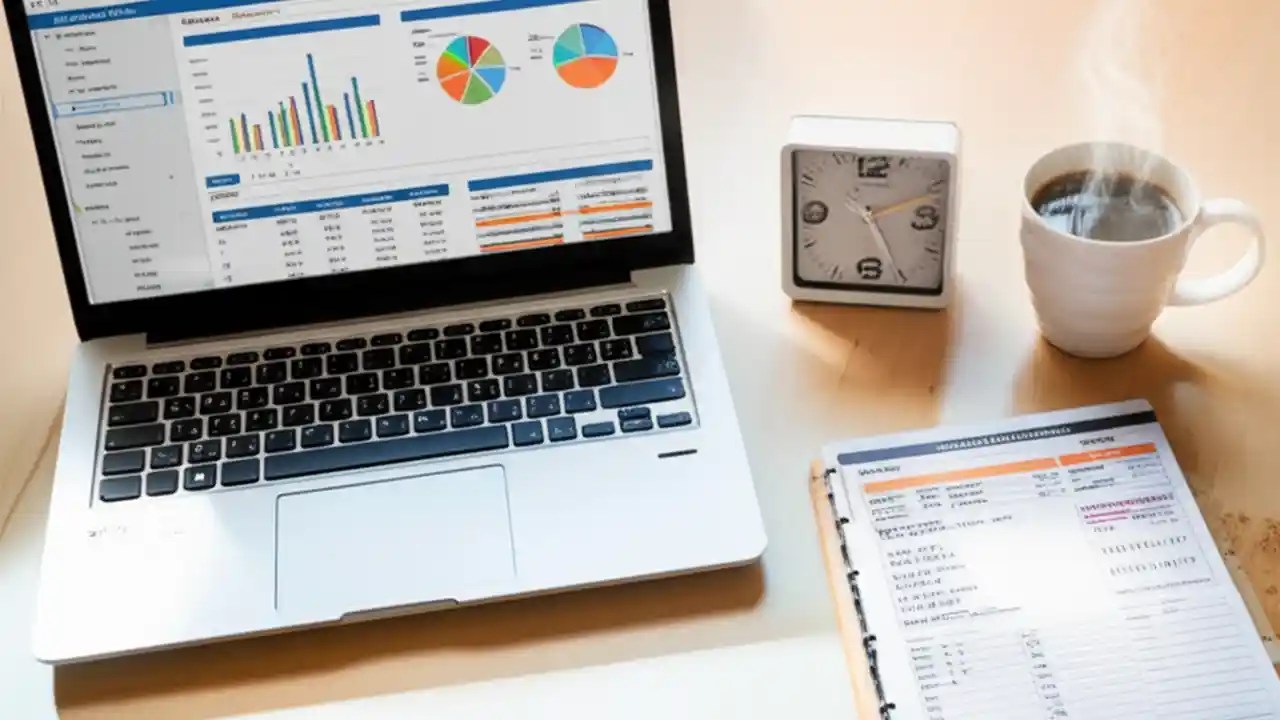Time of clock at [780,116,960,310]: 5:11
